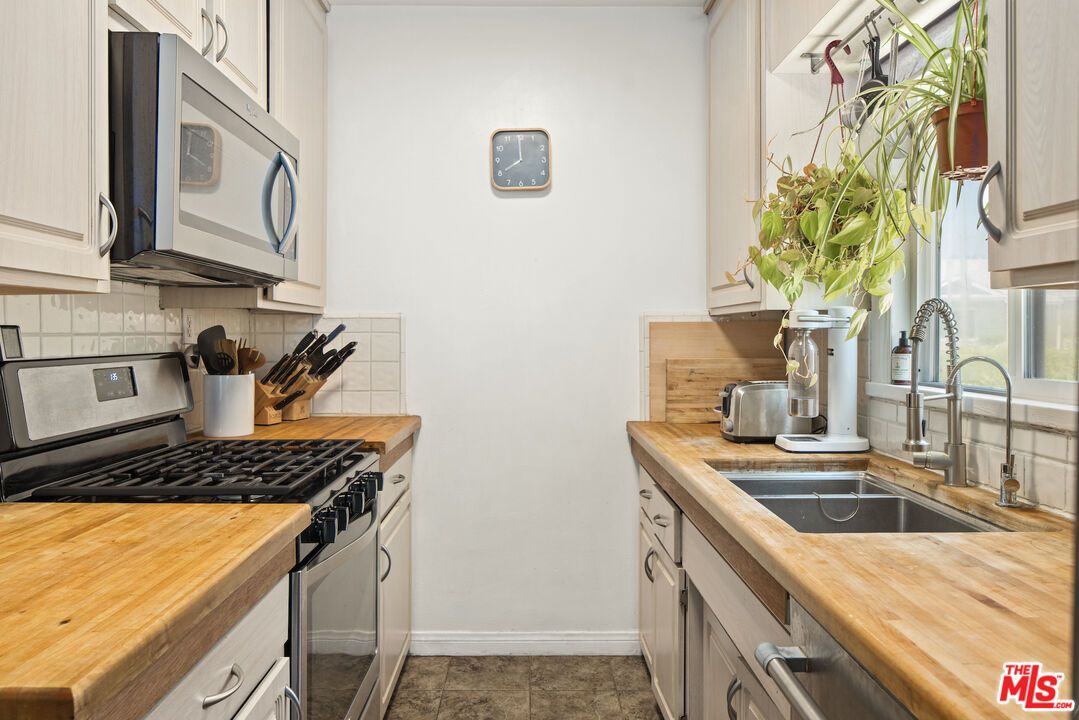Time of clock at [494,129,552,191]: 7:59
